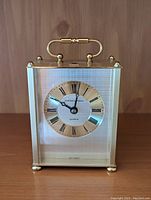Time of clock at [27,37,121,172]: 10:01
